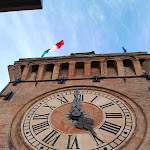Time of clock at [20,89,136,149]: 4:59
